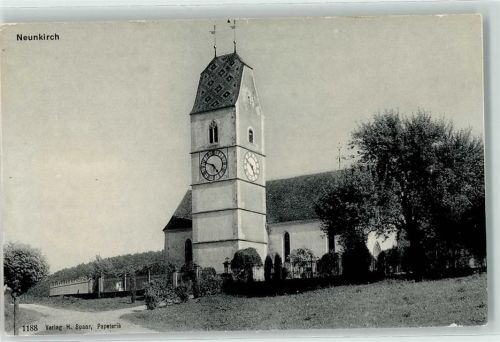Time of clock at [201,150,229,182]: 4:48
